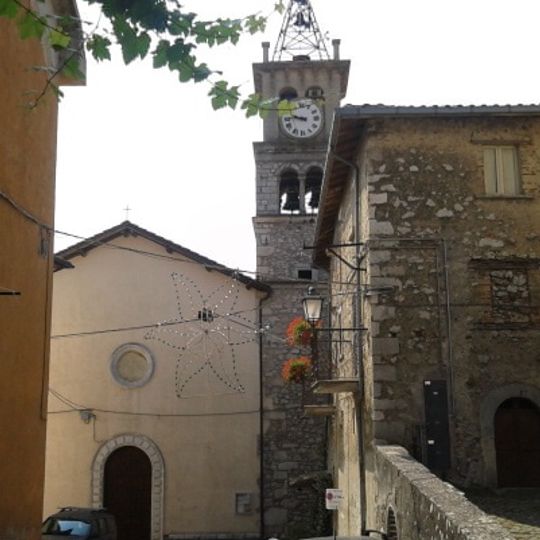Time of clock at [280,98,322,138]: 9:45
